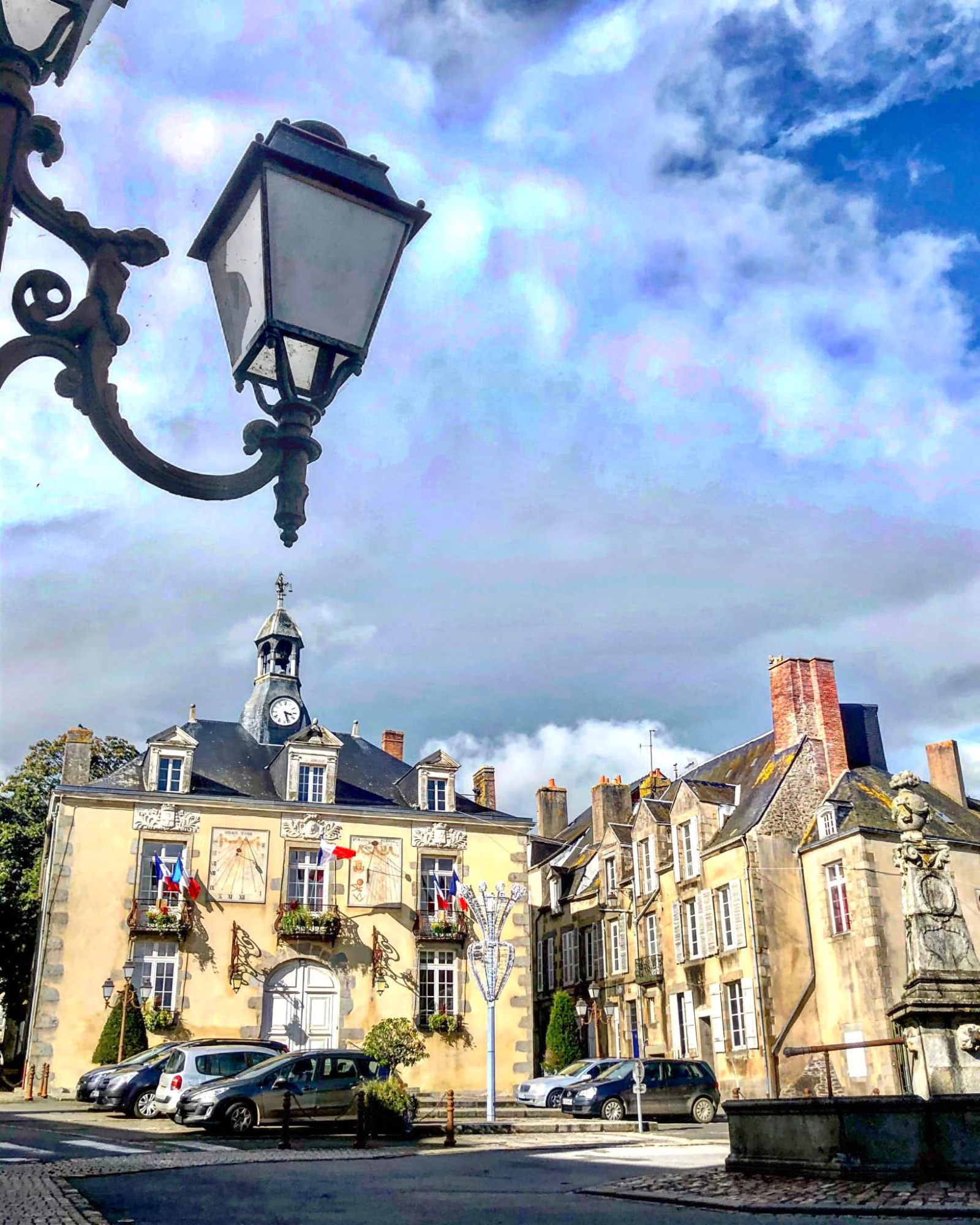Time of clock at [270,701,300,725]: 3:26
